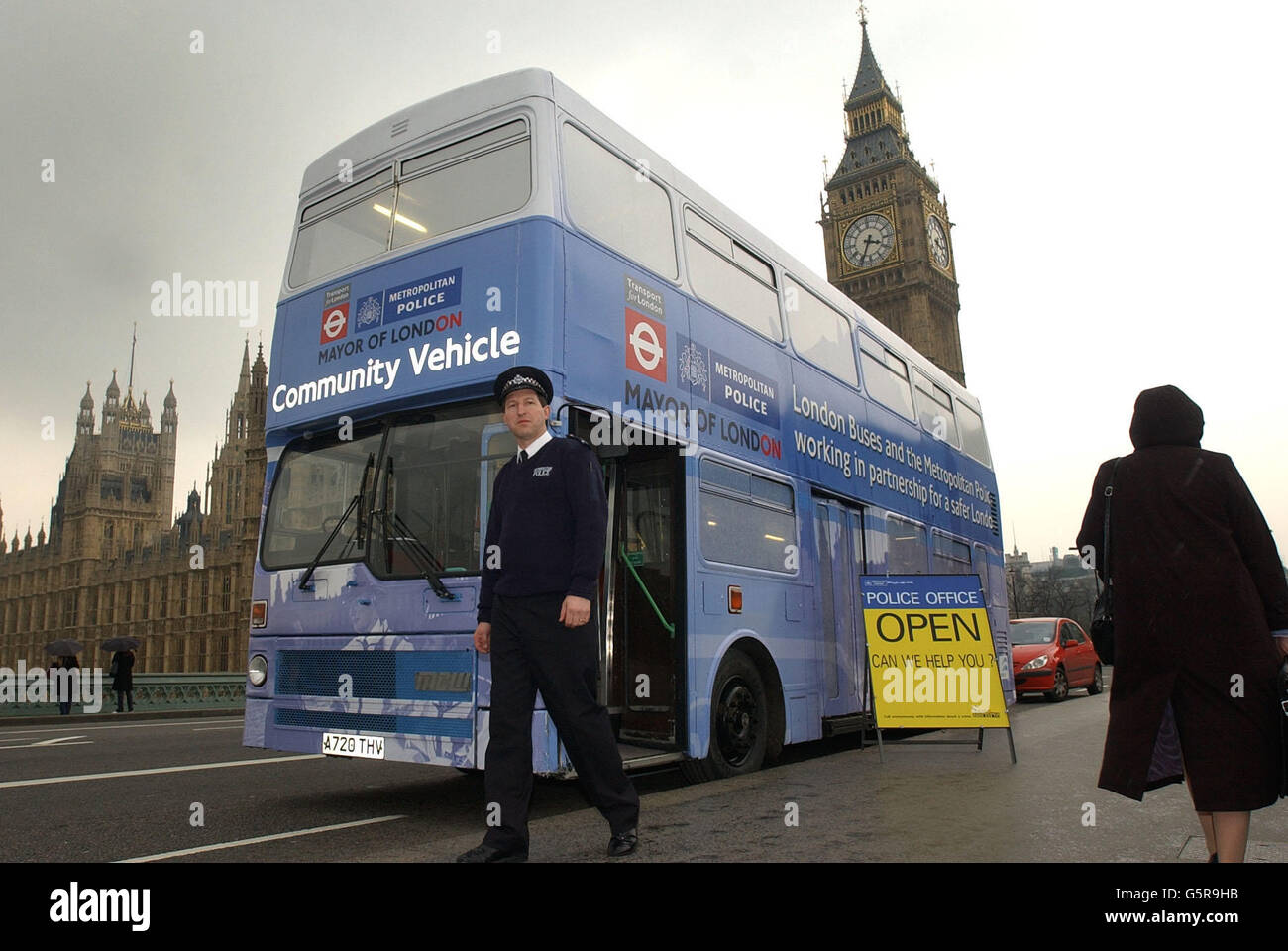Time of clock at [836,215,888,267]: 3:34
